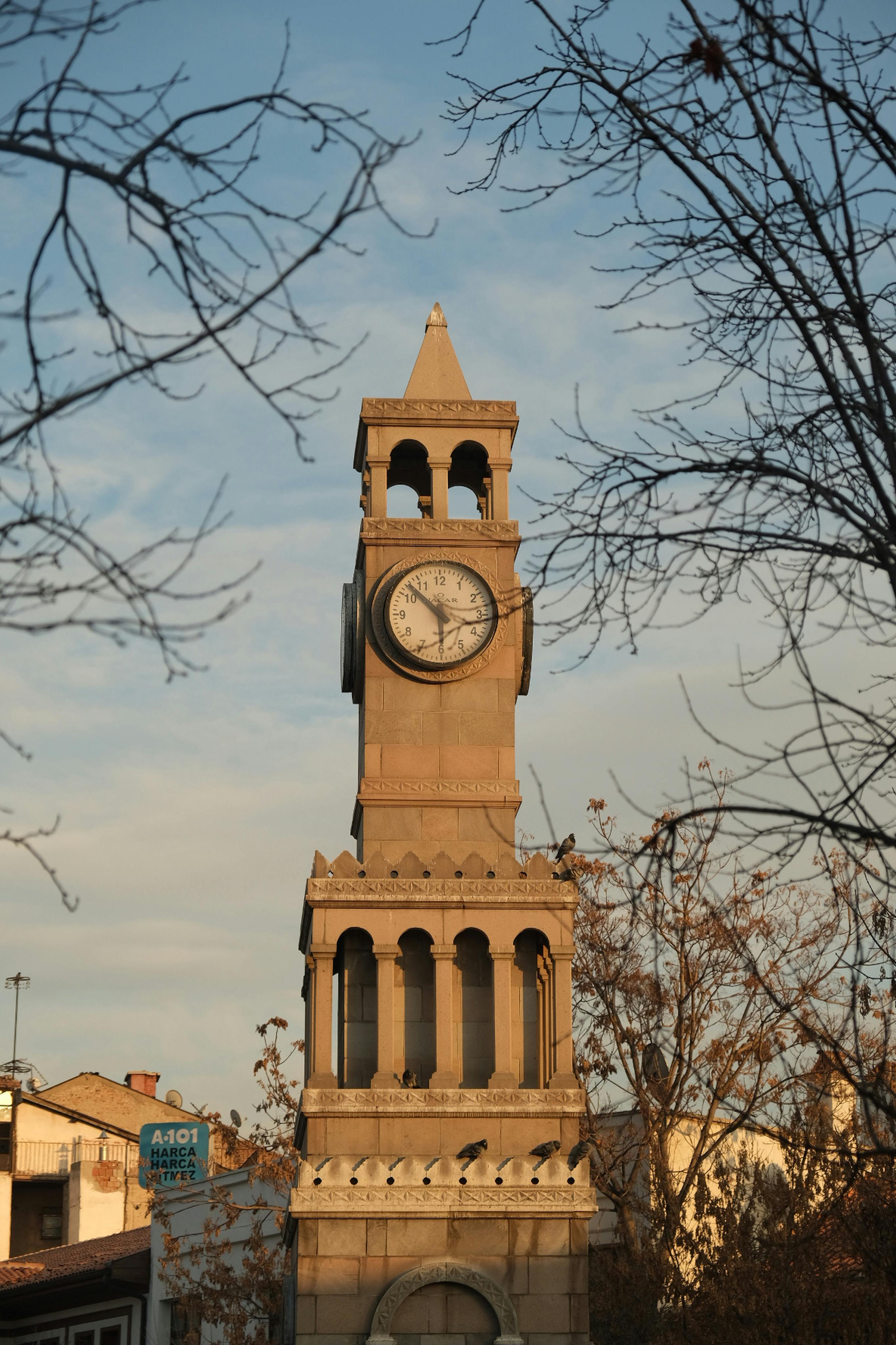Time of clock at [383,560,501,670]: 5:52
